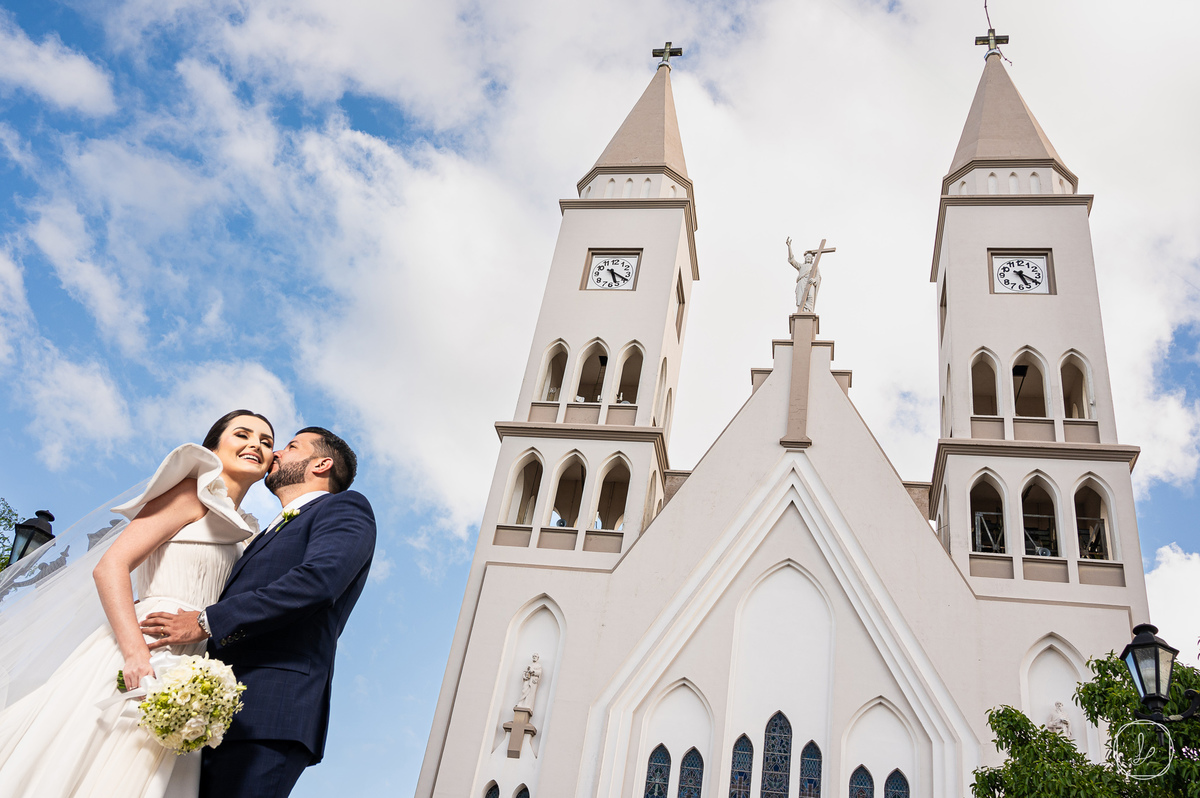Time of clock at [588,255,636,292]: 5:19
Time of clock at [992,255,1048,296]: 5:19
